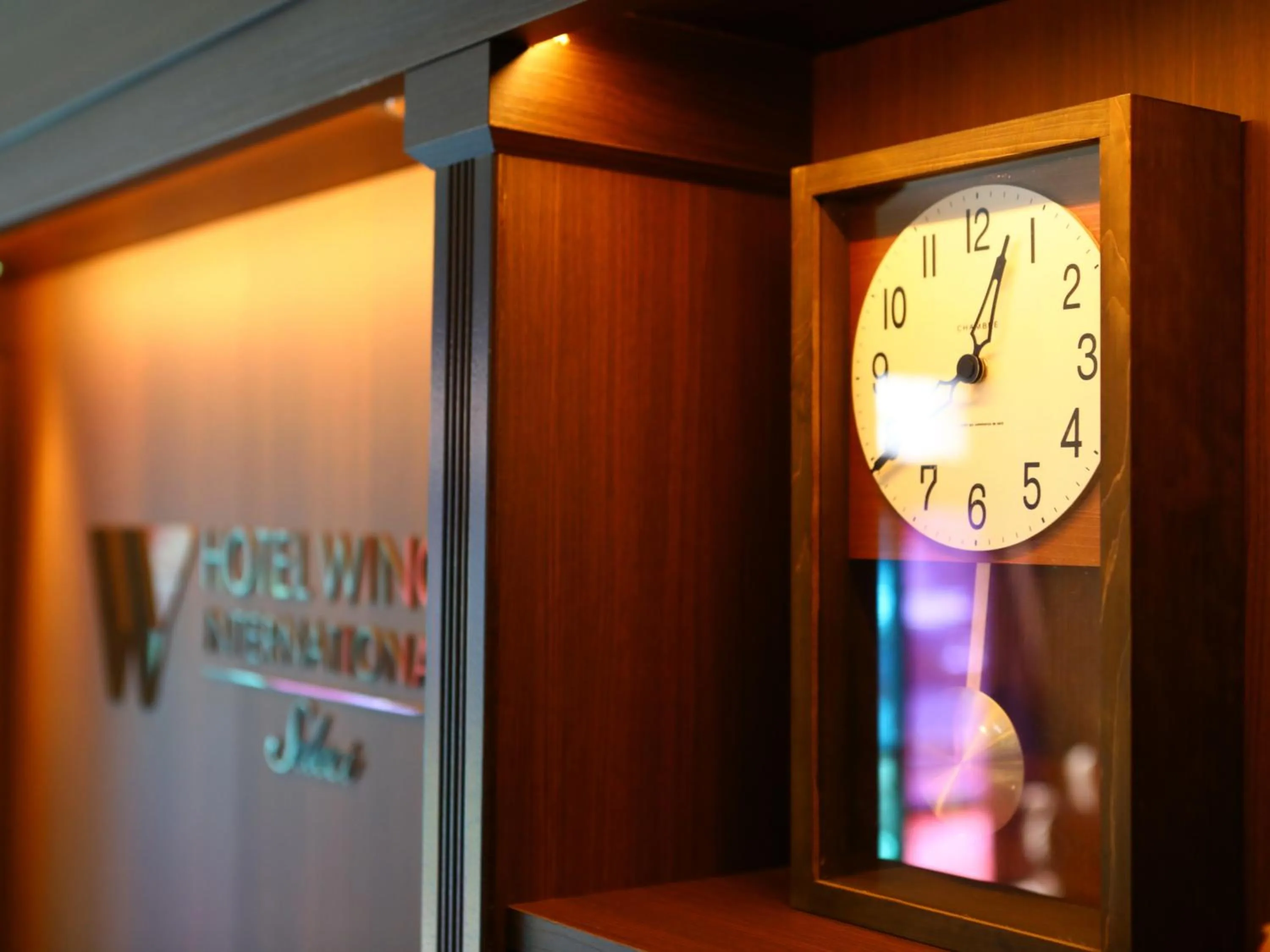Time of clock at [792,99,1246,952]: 9:03
